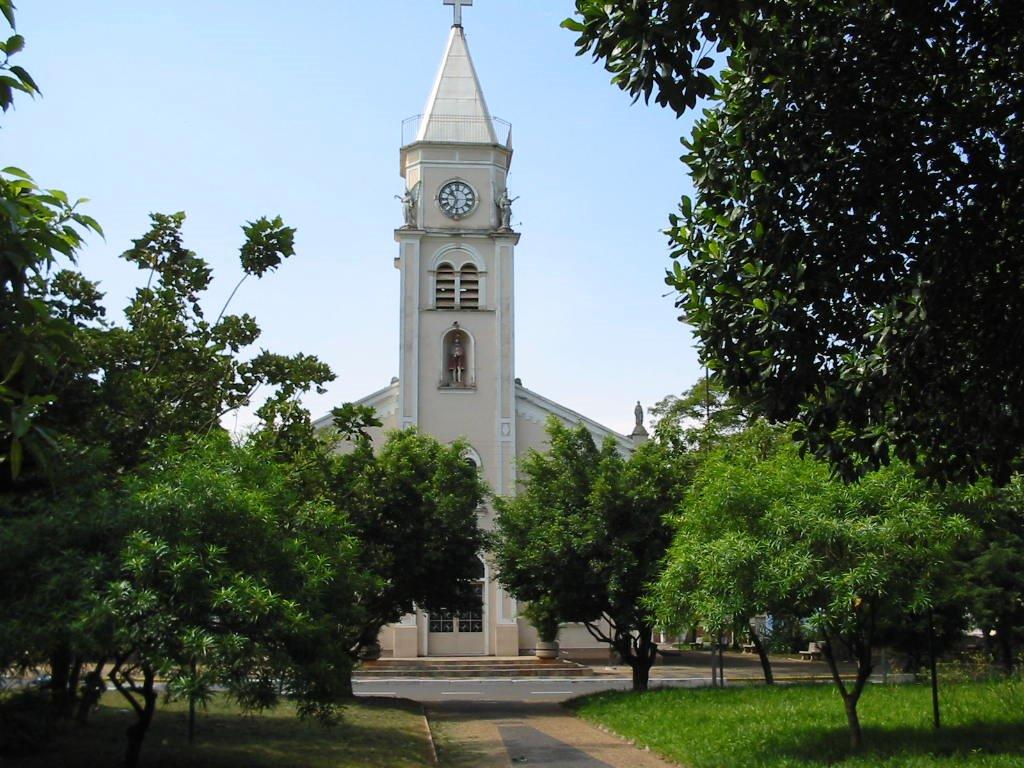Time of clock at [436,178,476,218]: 10:33
